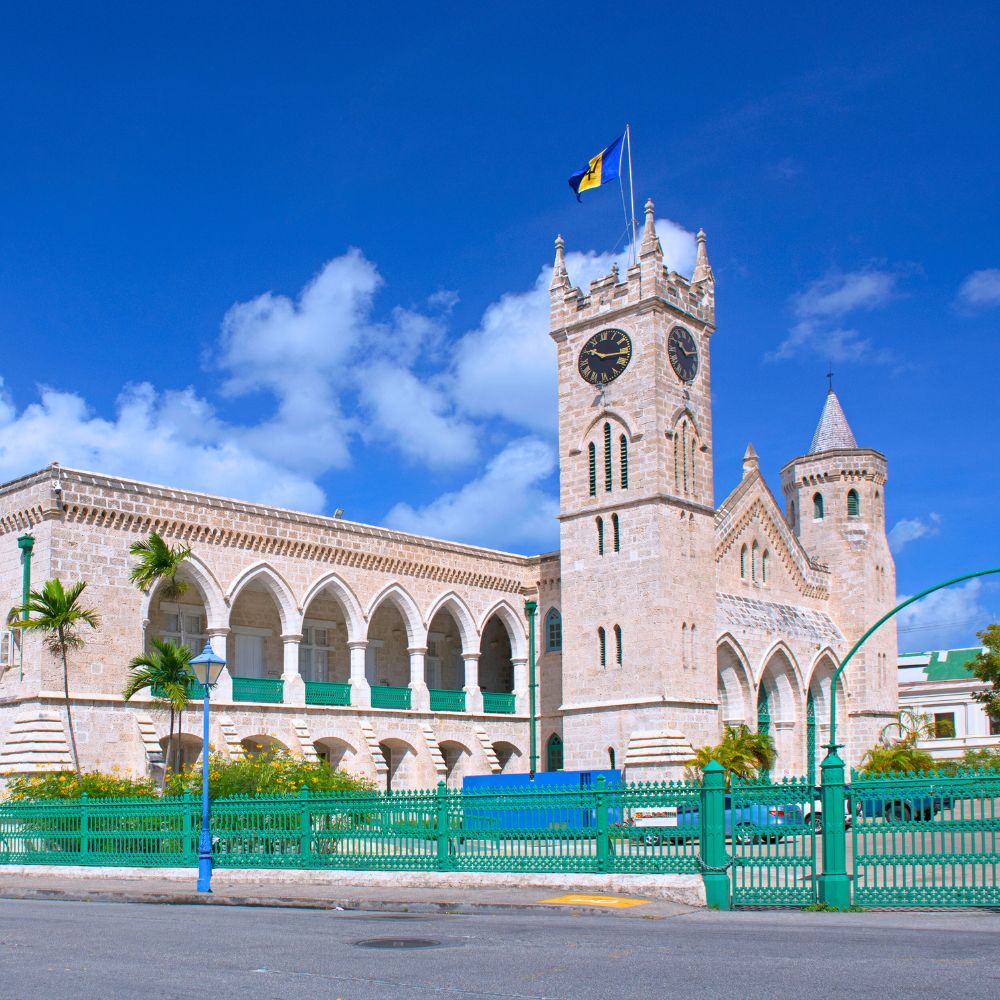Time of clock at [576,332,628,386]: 10:15
